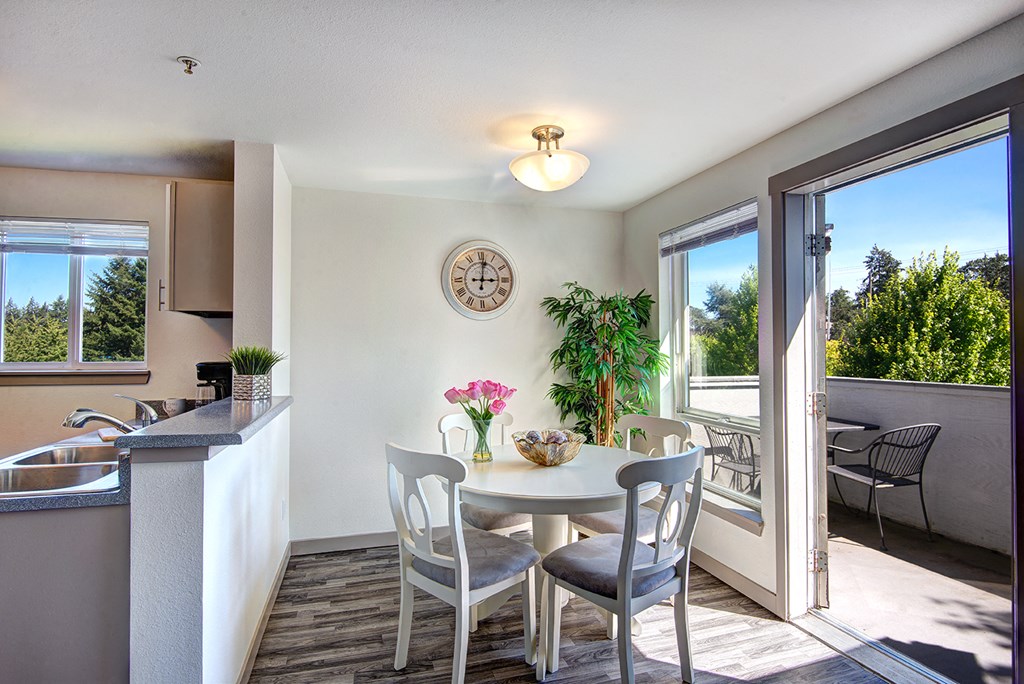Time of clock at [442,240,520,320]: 3:01
